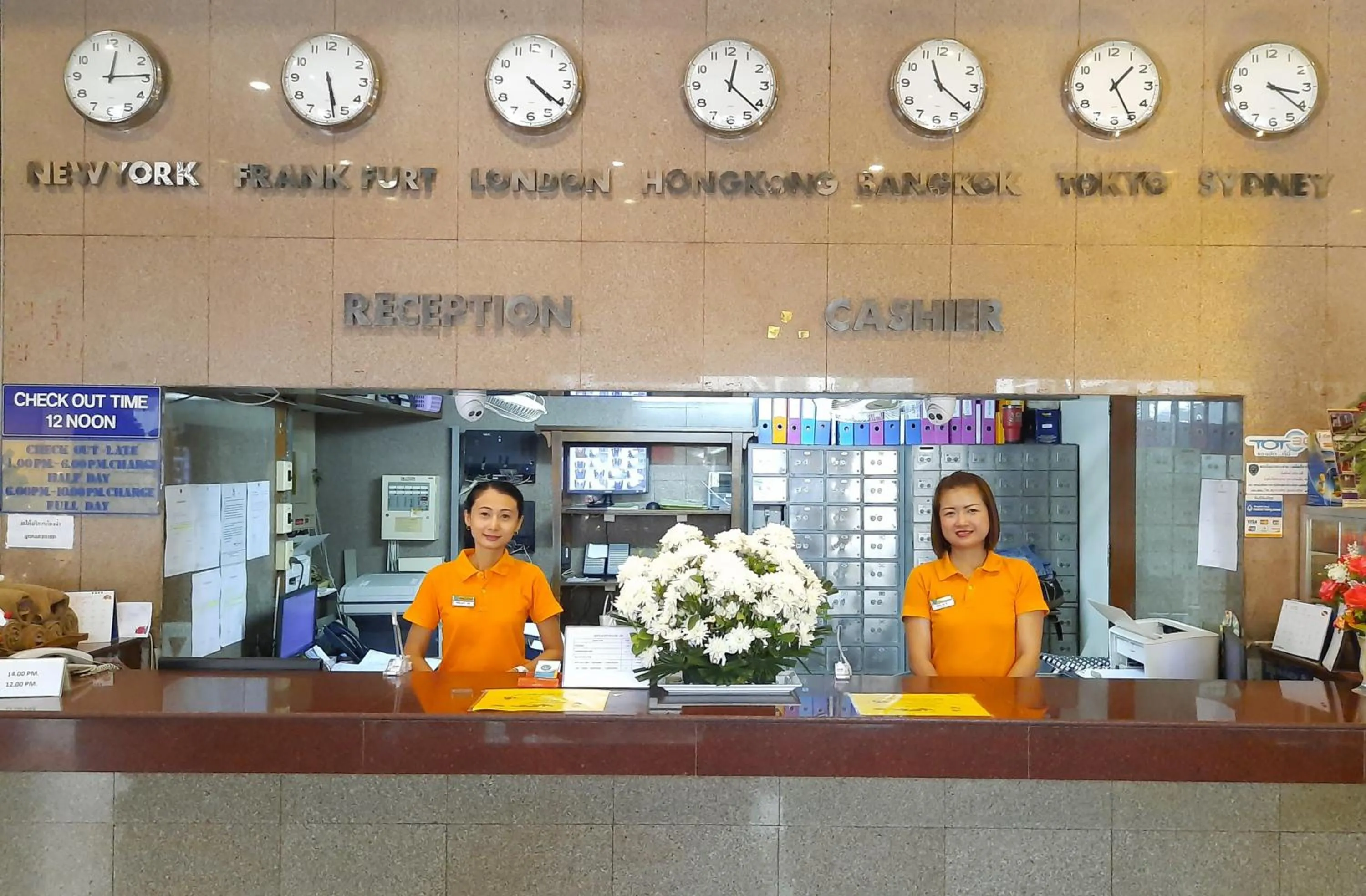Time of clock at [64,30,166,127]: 12:14
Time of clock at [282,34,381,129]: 5:28
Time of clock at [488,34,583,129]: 4:20
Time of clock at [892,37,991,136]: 11:20
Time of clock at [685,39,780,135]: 12:21
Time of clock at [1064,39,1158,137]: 1:25
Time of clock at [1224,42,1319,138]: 3:21
